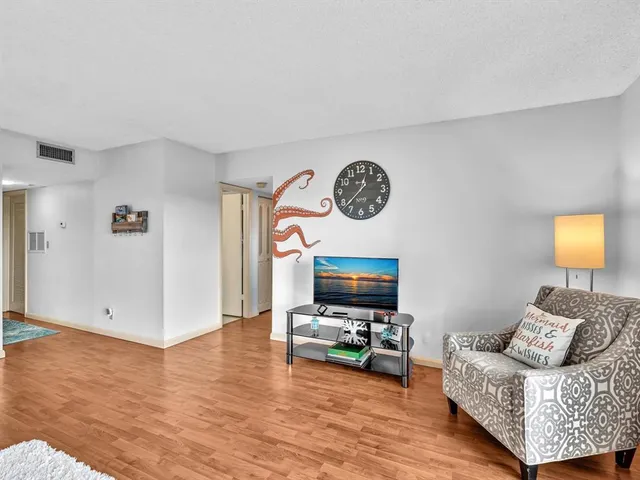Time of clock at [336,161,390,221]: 12:37
